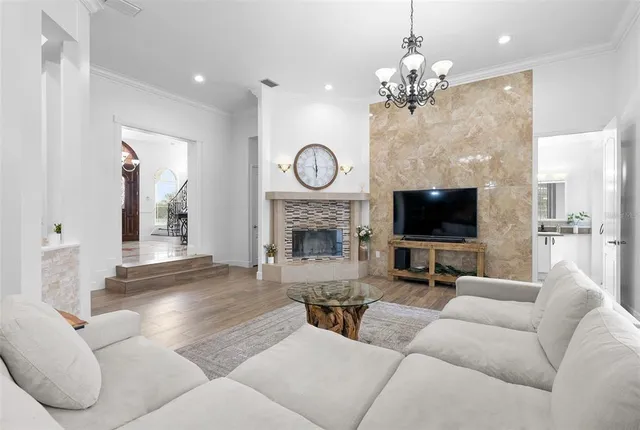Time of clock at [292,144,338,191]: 5:59
